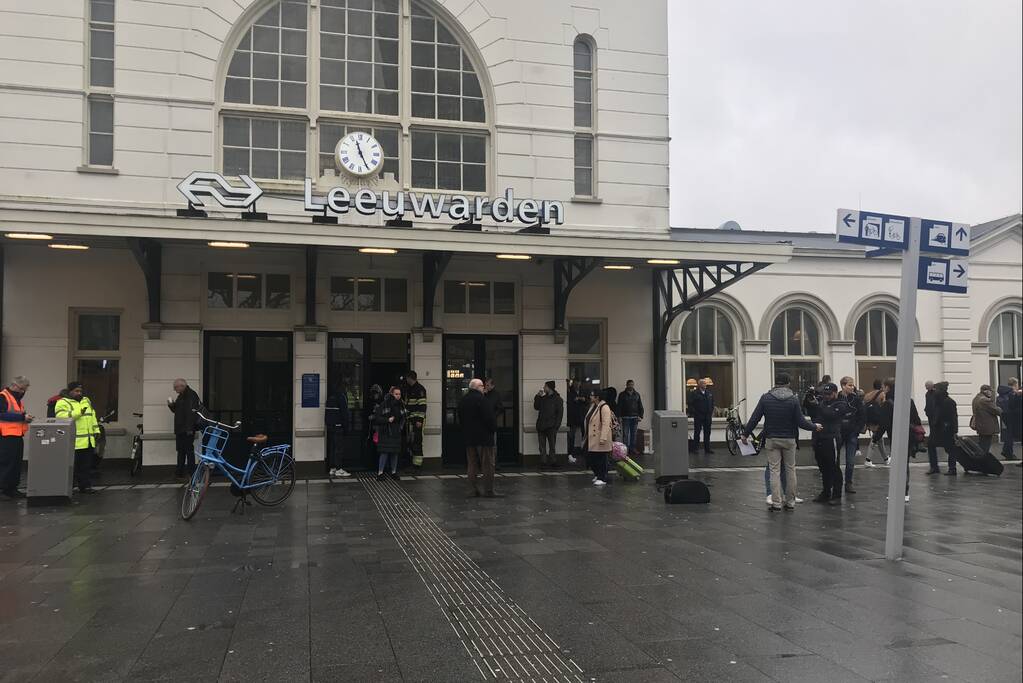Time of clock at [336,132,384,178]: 11:25
